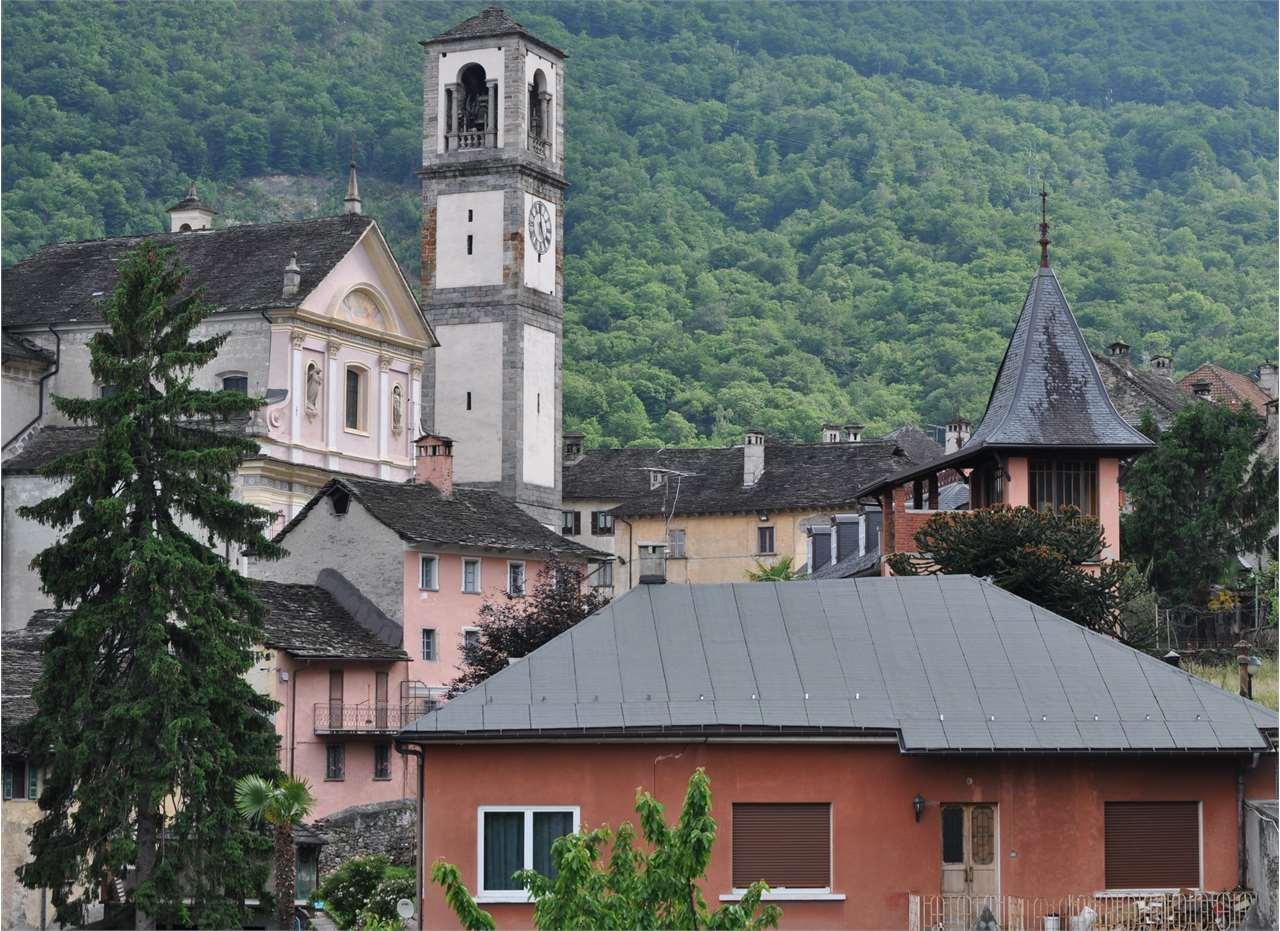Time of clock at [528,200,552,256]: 4:59
